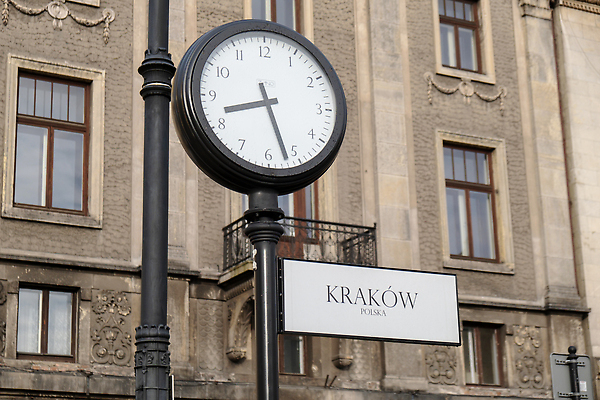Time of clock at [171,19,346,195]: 8:26
